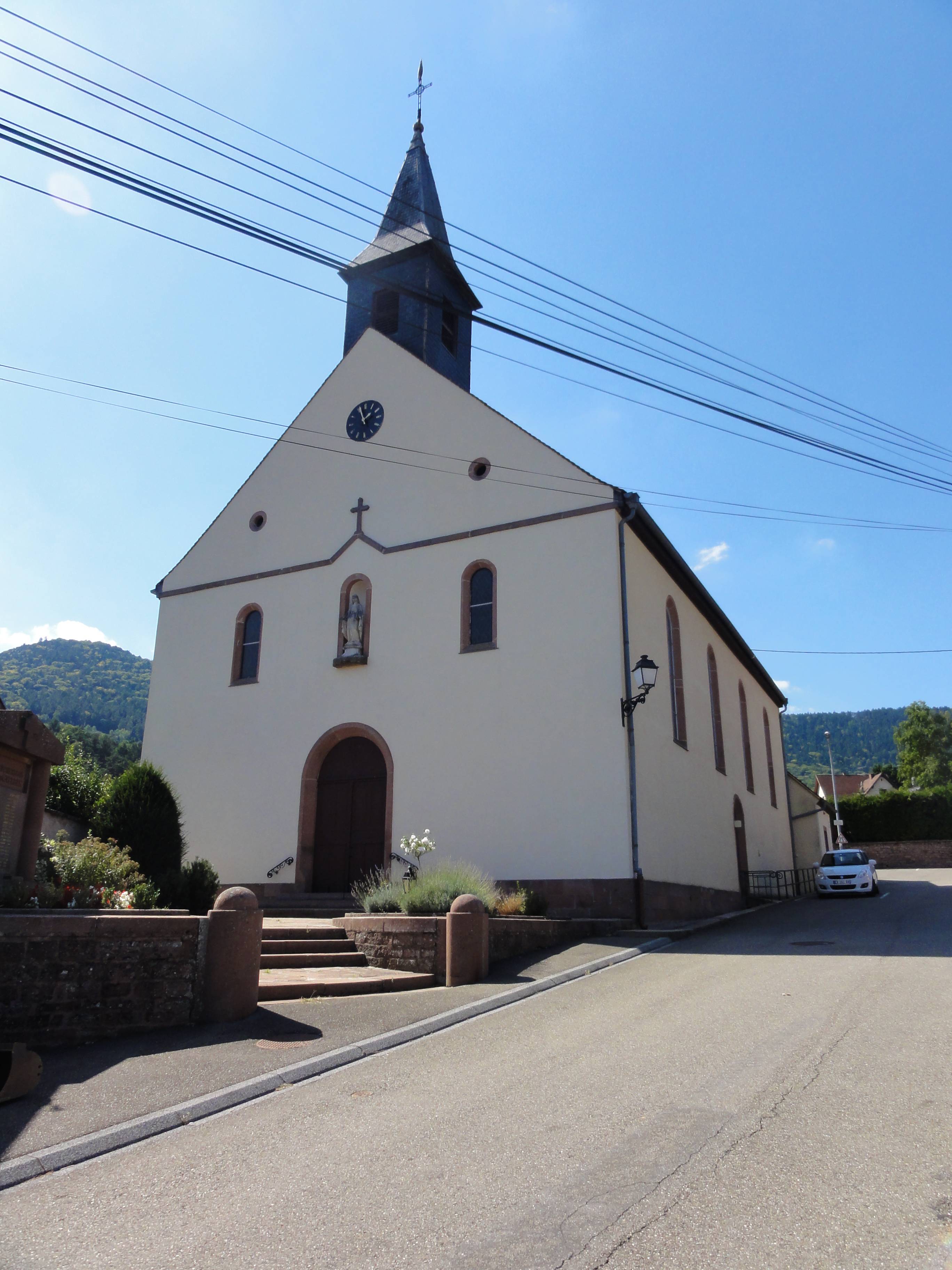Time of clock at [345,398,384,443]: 1:56
